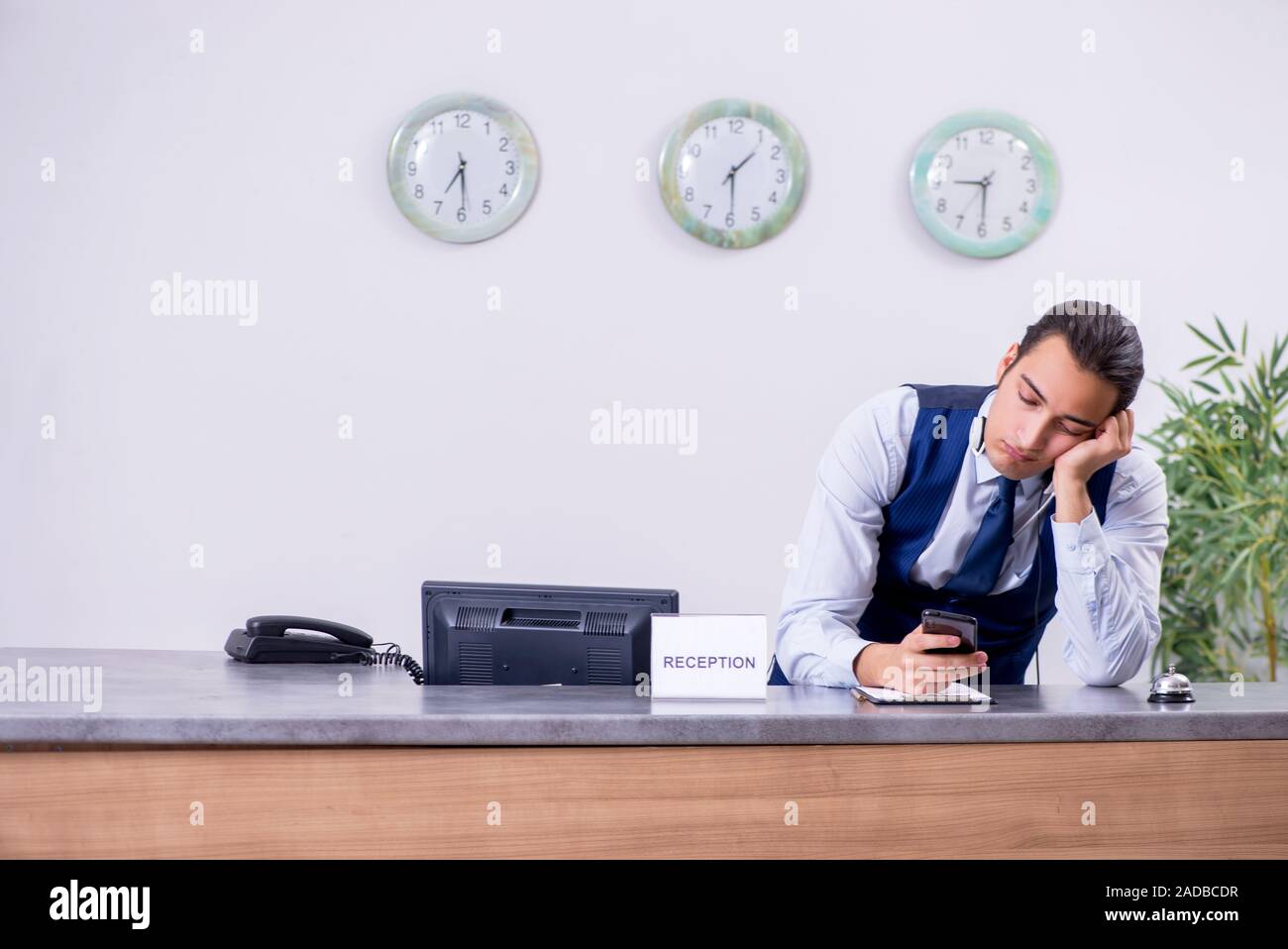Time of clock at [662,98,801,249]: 1:29
